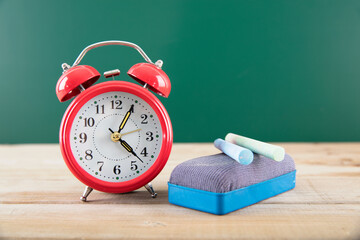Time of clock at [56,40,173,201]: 4:22
